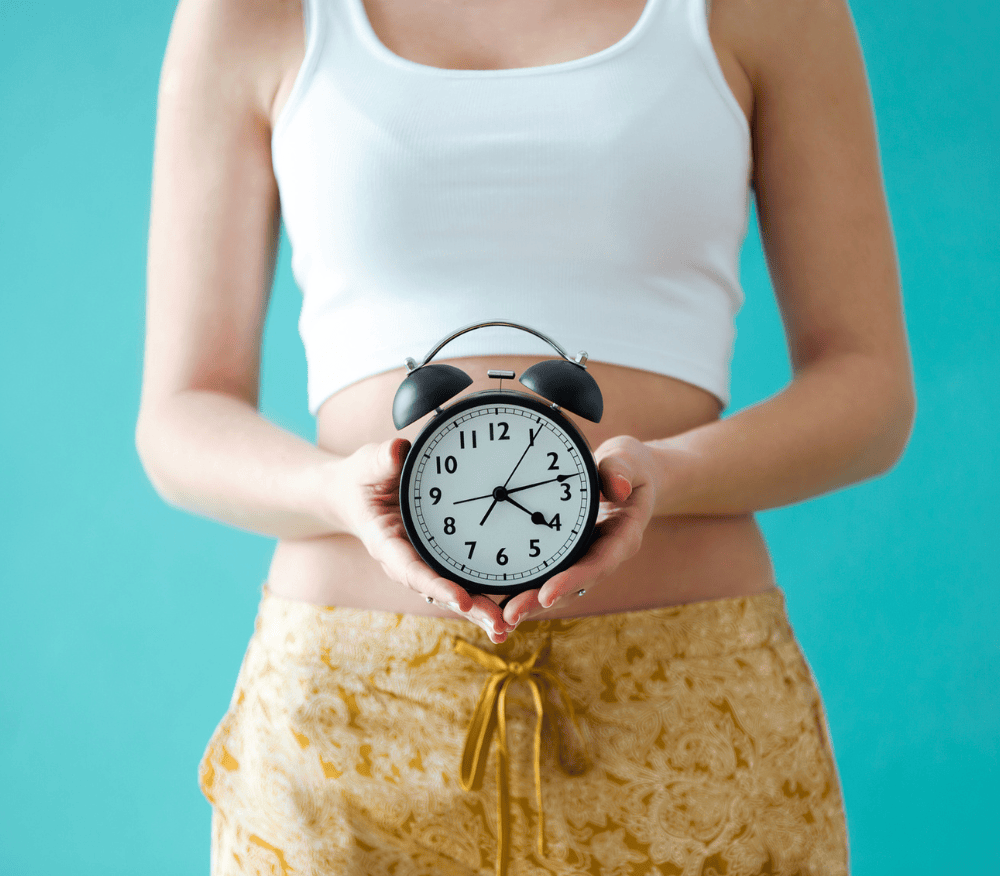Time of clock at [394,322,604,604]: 4:13
